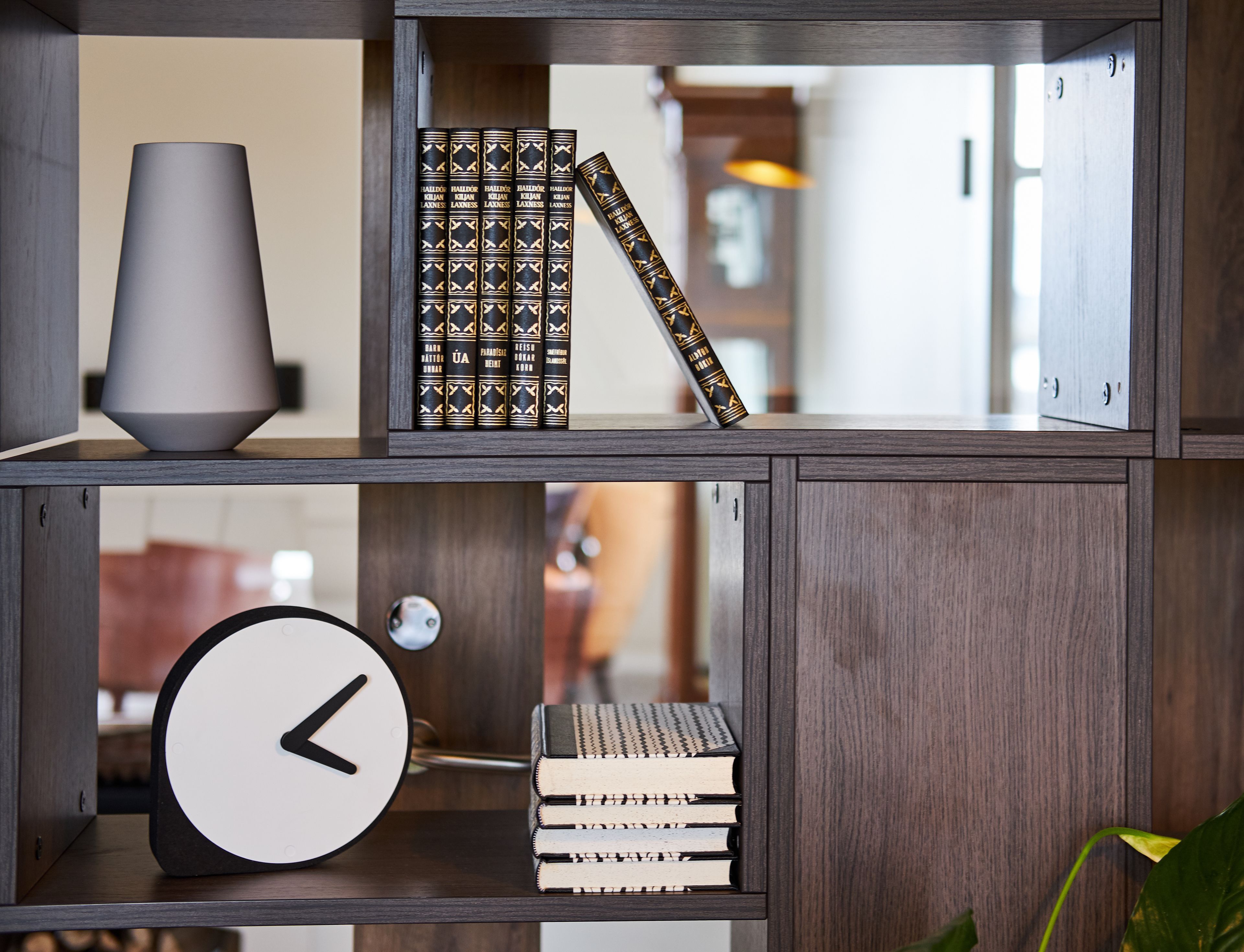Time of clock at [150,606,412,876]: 4:09
